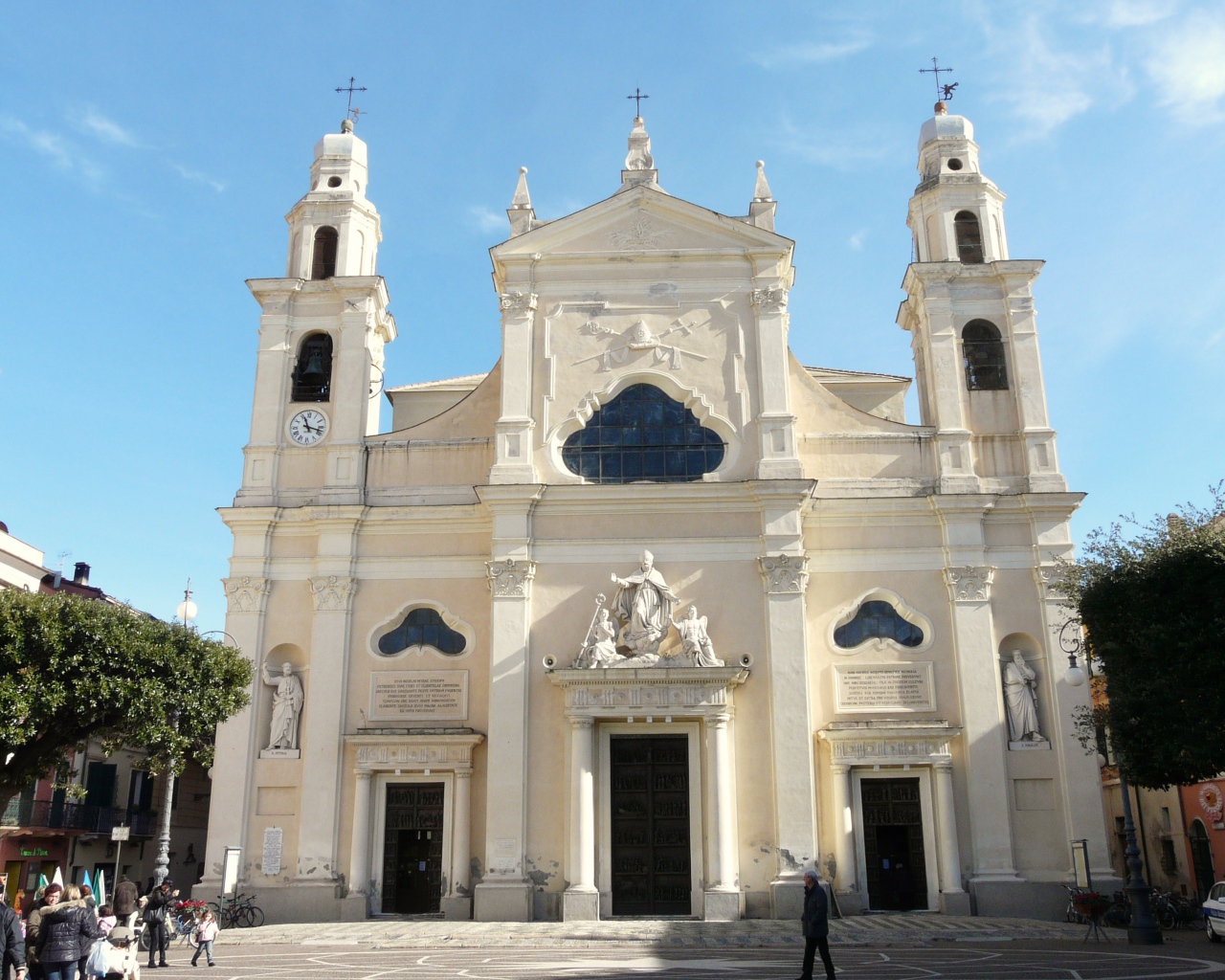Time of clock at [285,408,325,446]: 11:17
